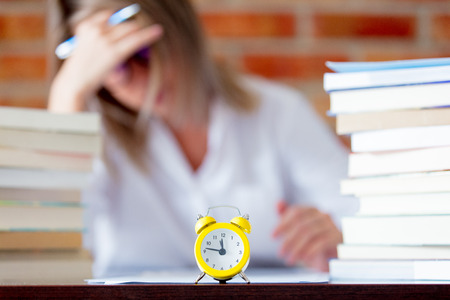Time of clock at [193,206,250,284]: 11:46
